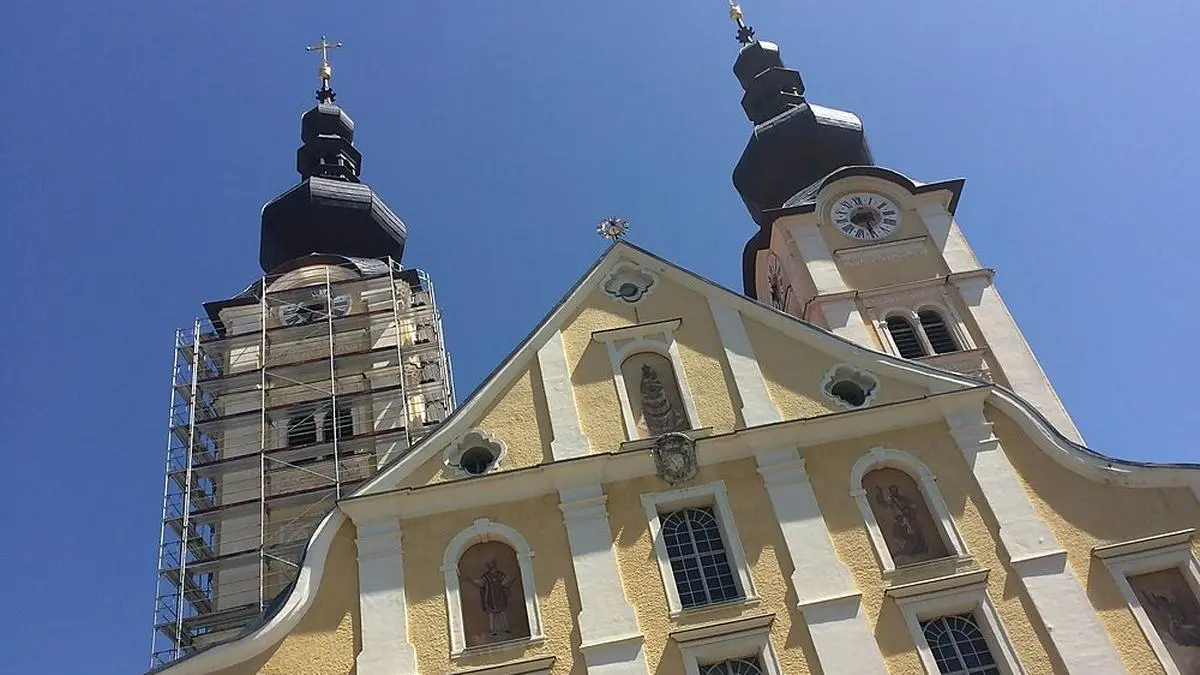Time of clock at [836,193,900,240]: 2:26
